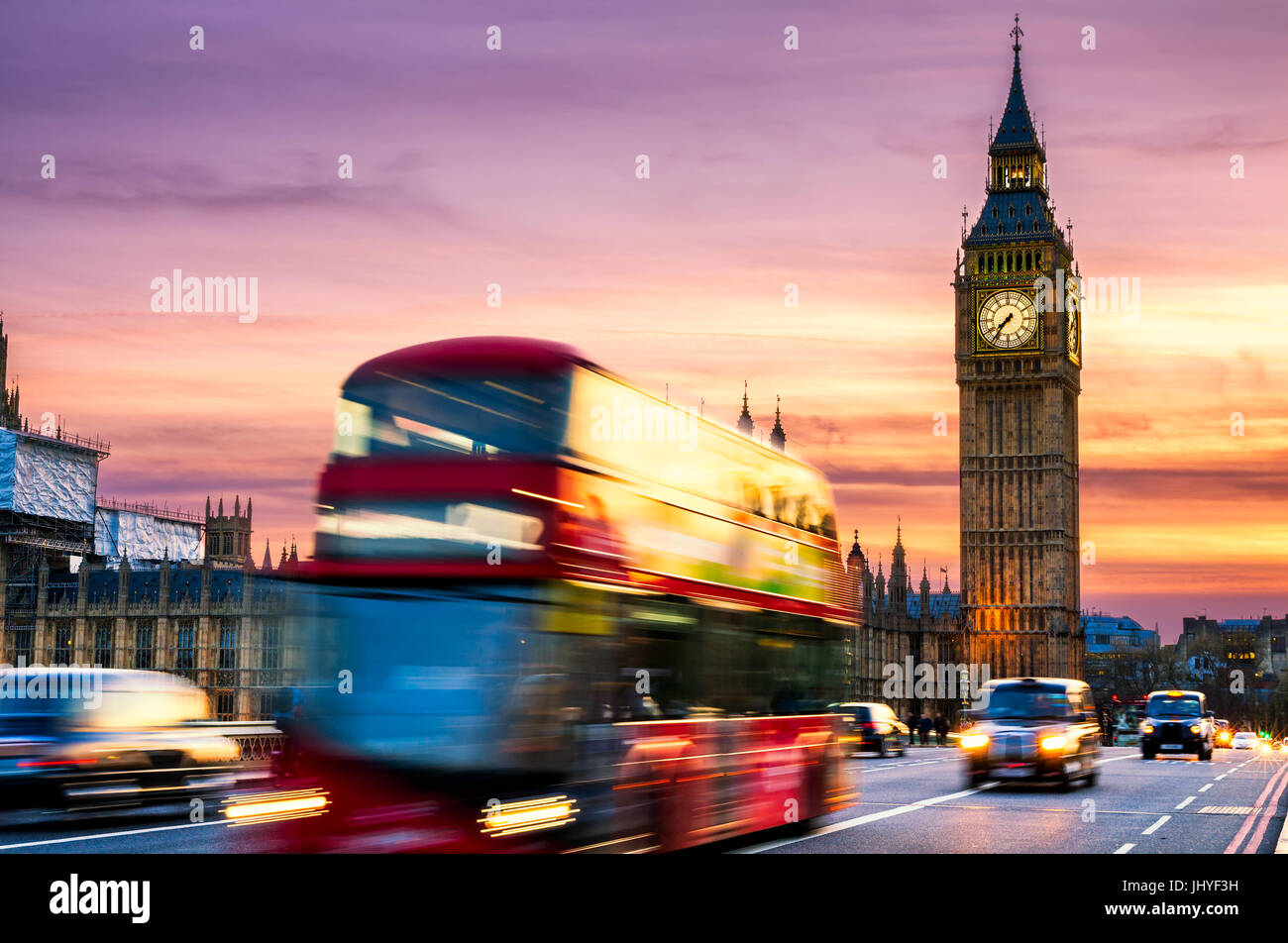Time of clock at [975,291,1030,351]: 7:36
